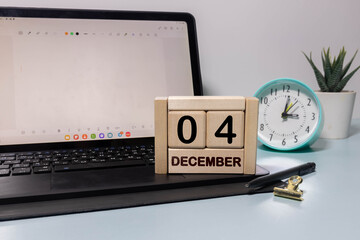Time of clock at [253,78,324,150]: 3:01
